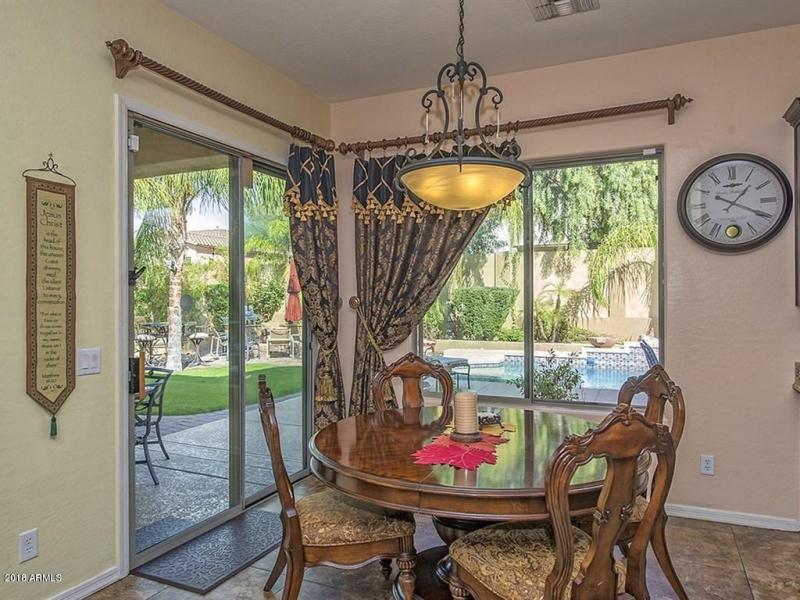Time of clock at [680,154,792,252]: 1:19
